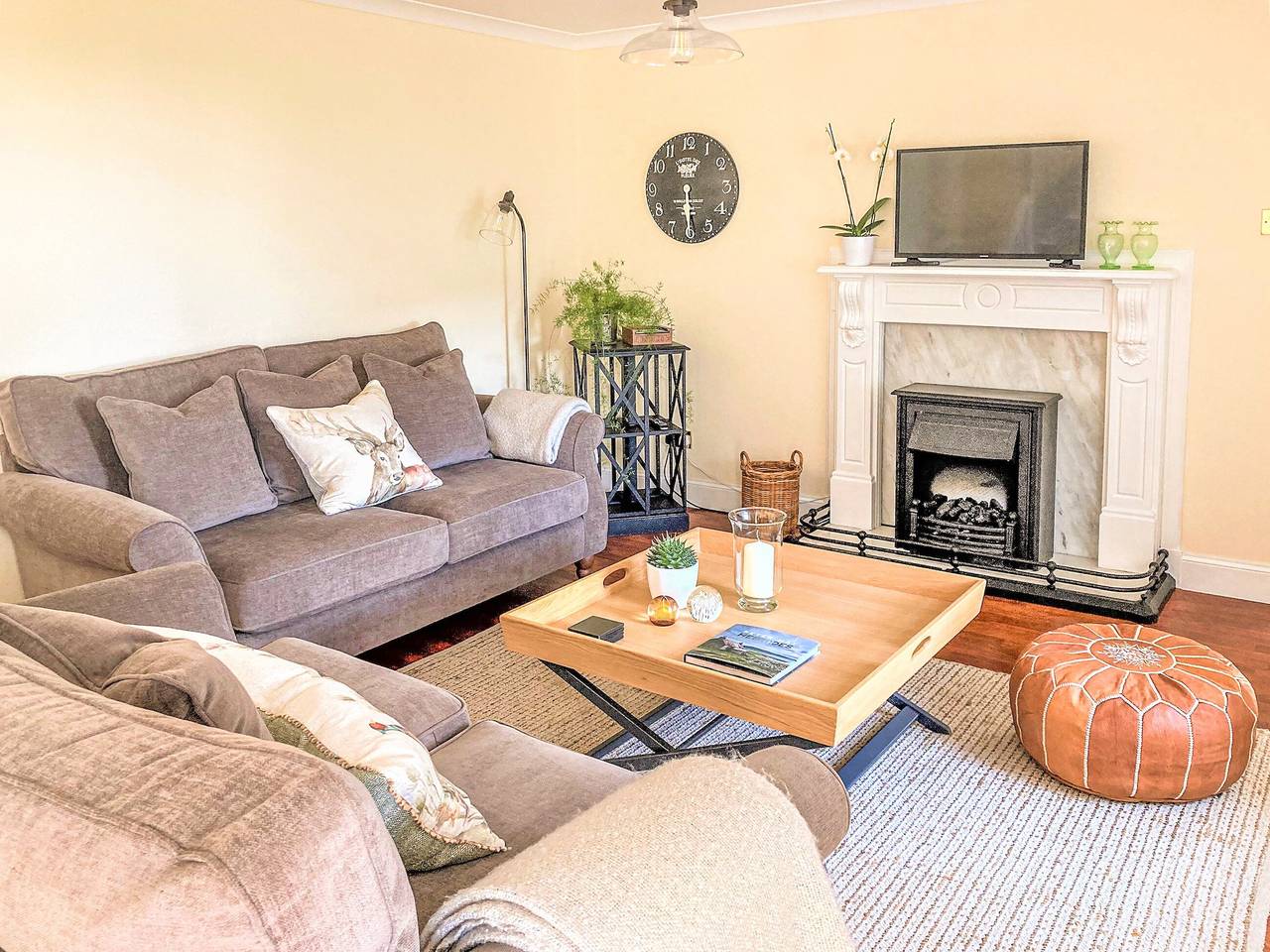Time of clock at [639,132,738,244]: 5:29
